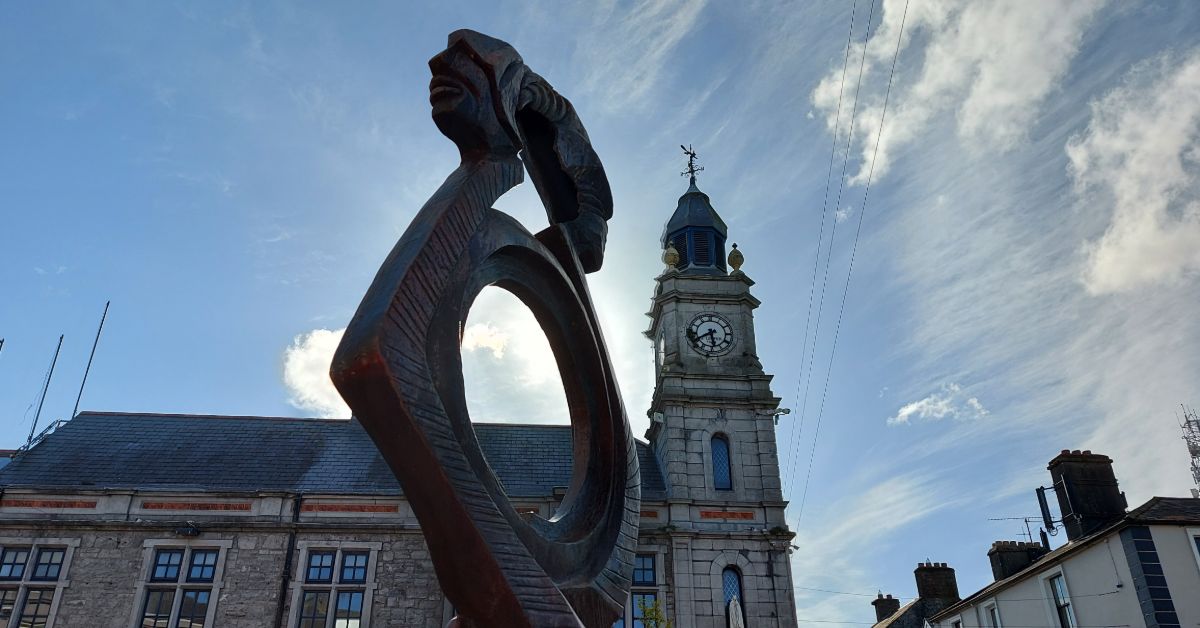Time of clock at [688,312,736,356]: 5:40
